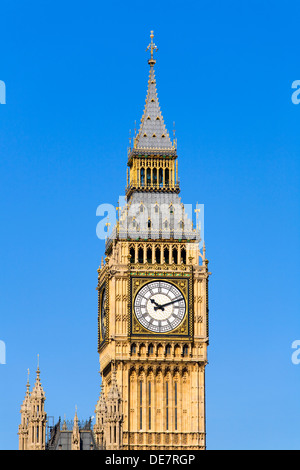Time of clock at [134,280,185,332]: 10:11
